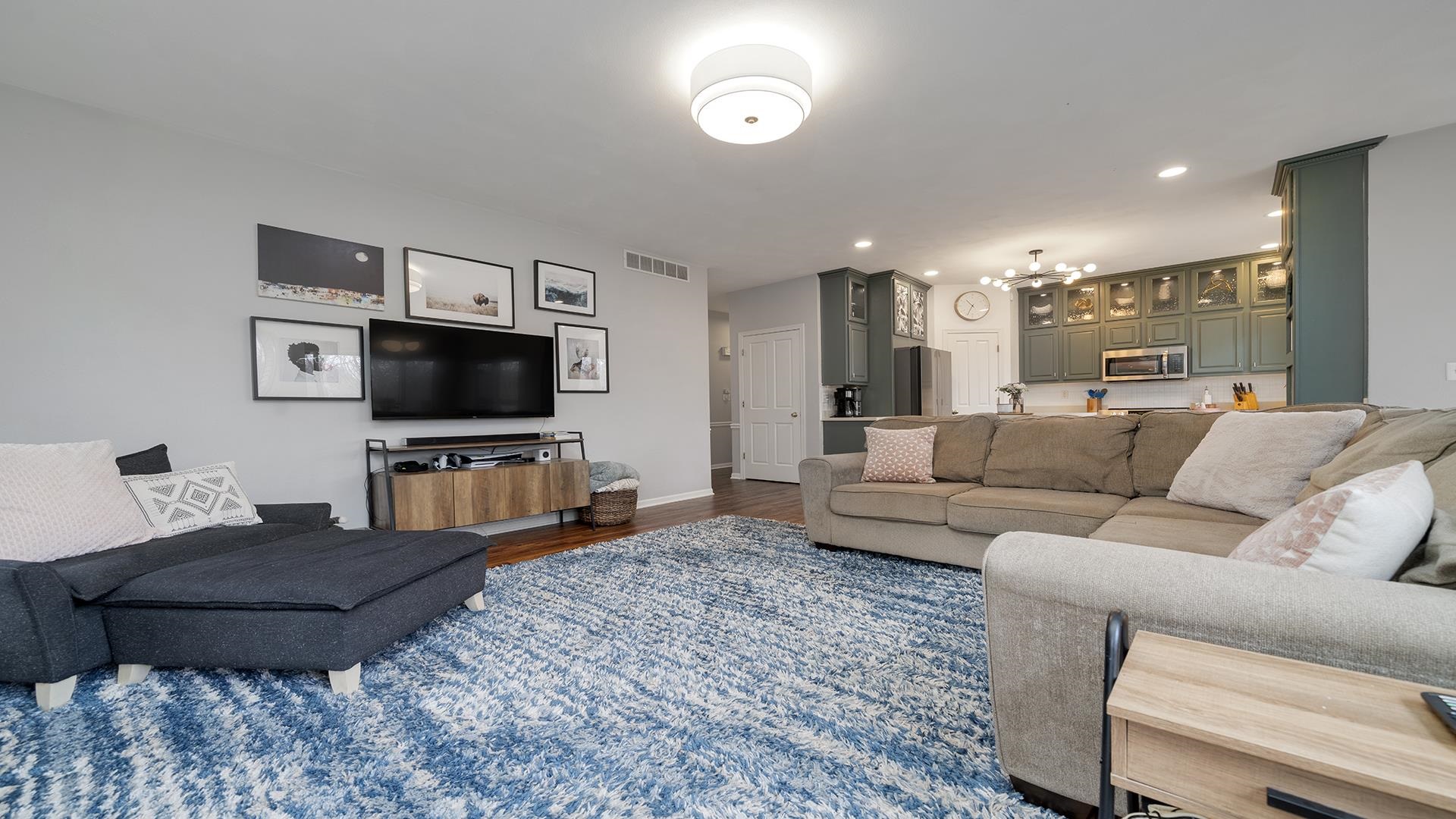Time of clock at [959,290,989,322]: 10:34
